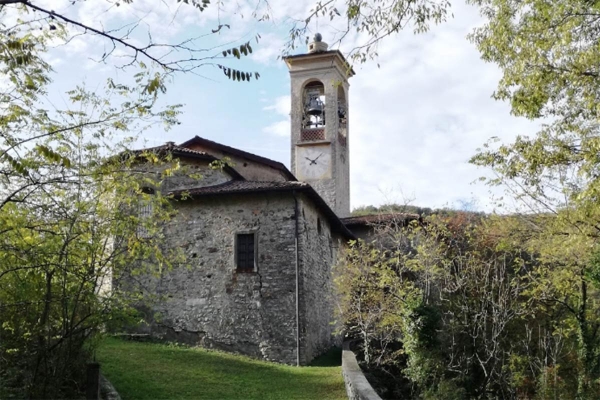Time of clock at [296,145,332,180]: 10:07
